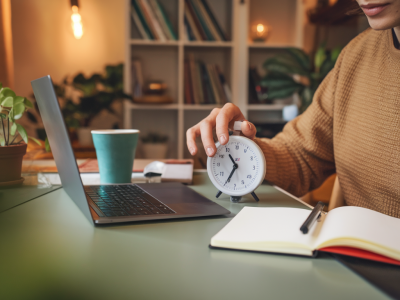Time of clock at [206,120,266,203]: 10:34
